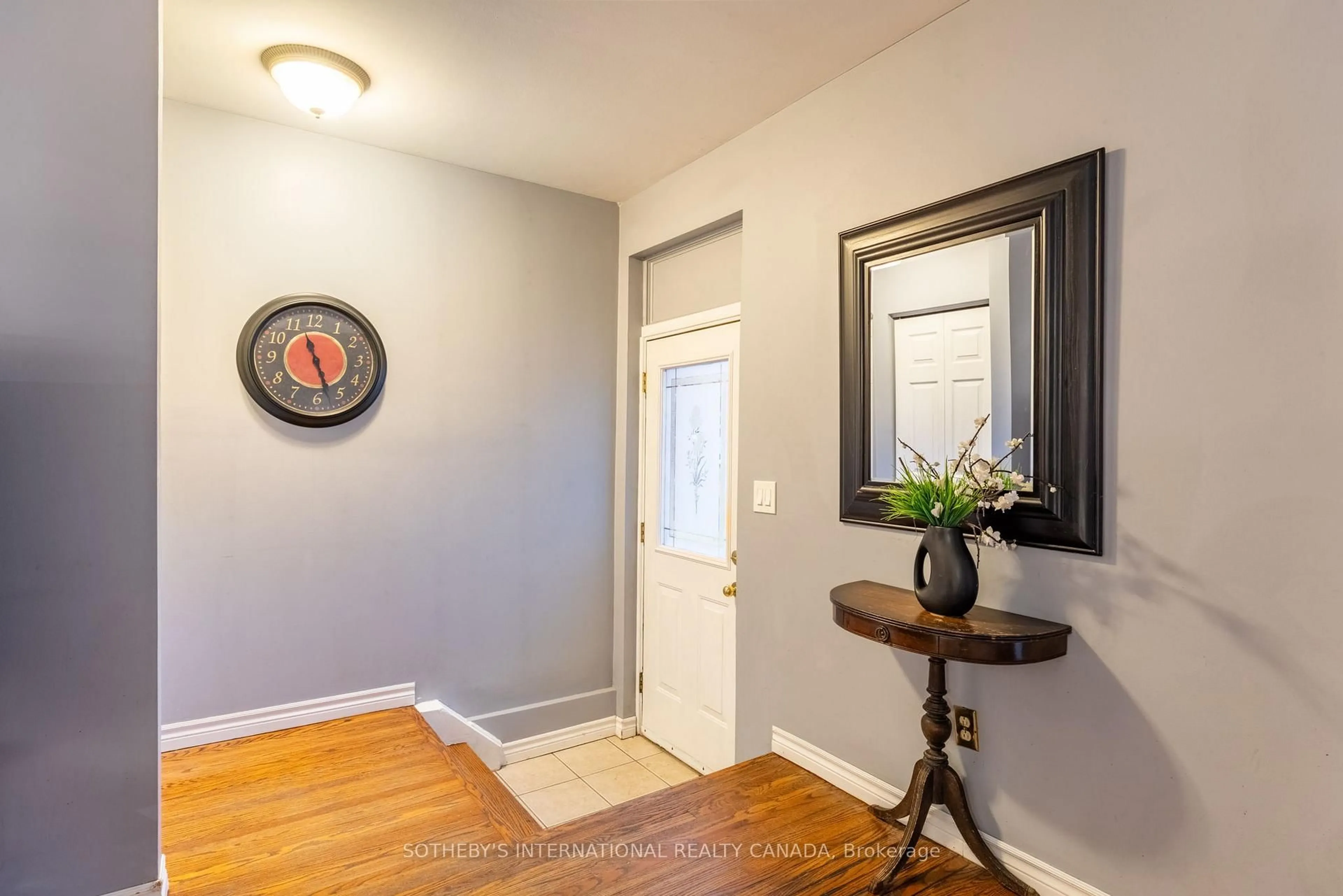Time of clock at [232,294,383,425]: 11:27
